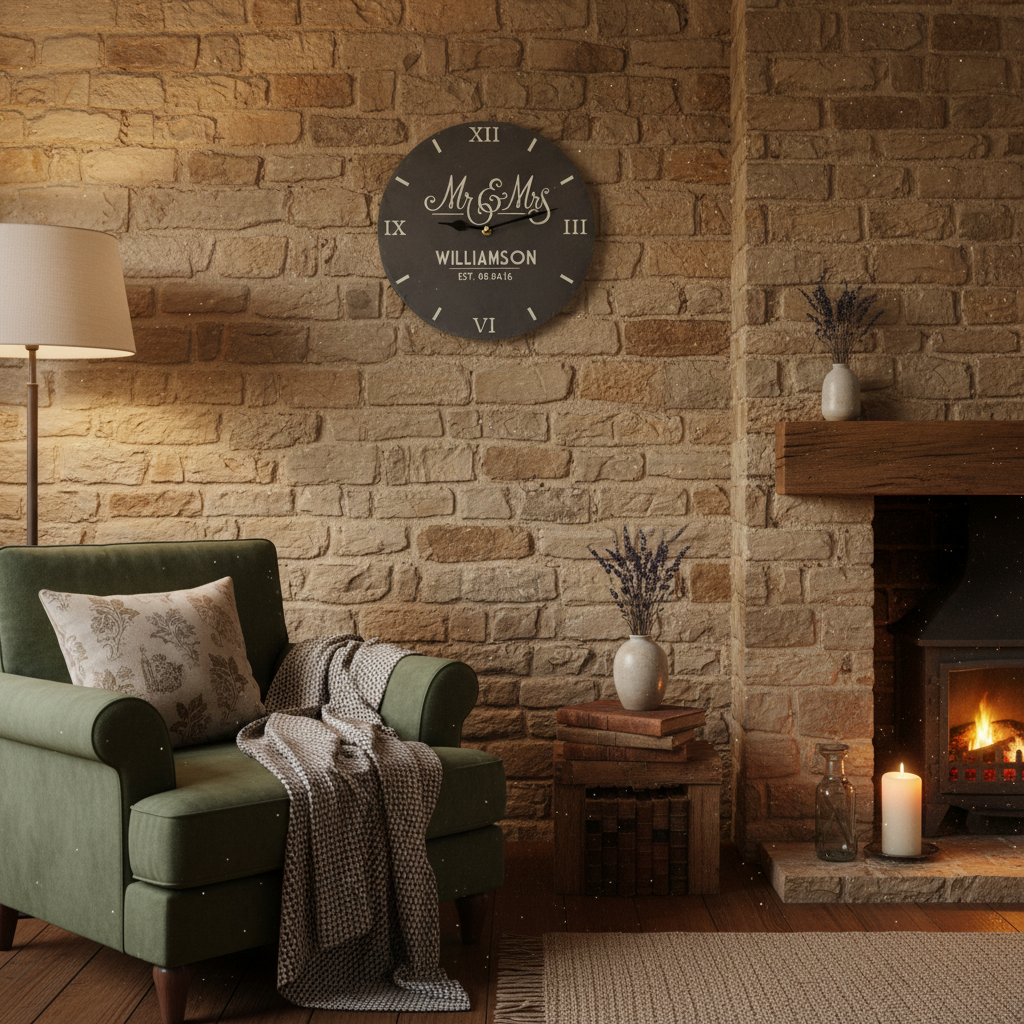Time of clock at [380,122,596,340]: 9:13
